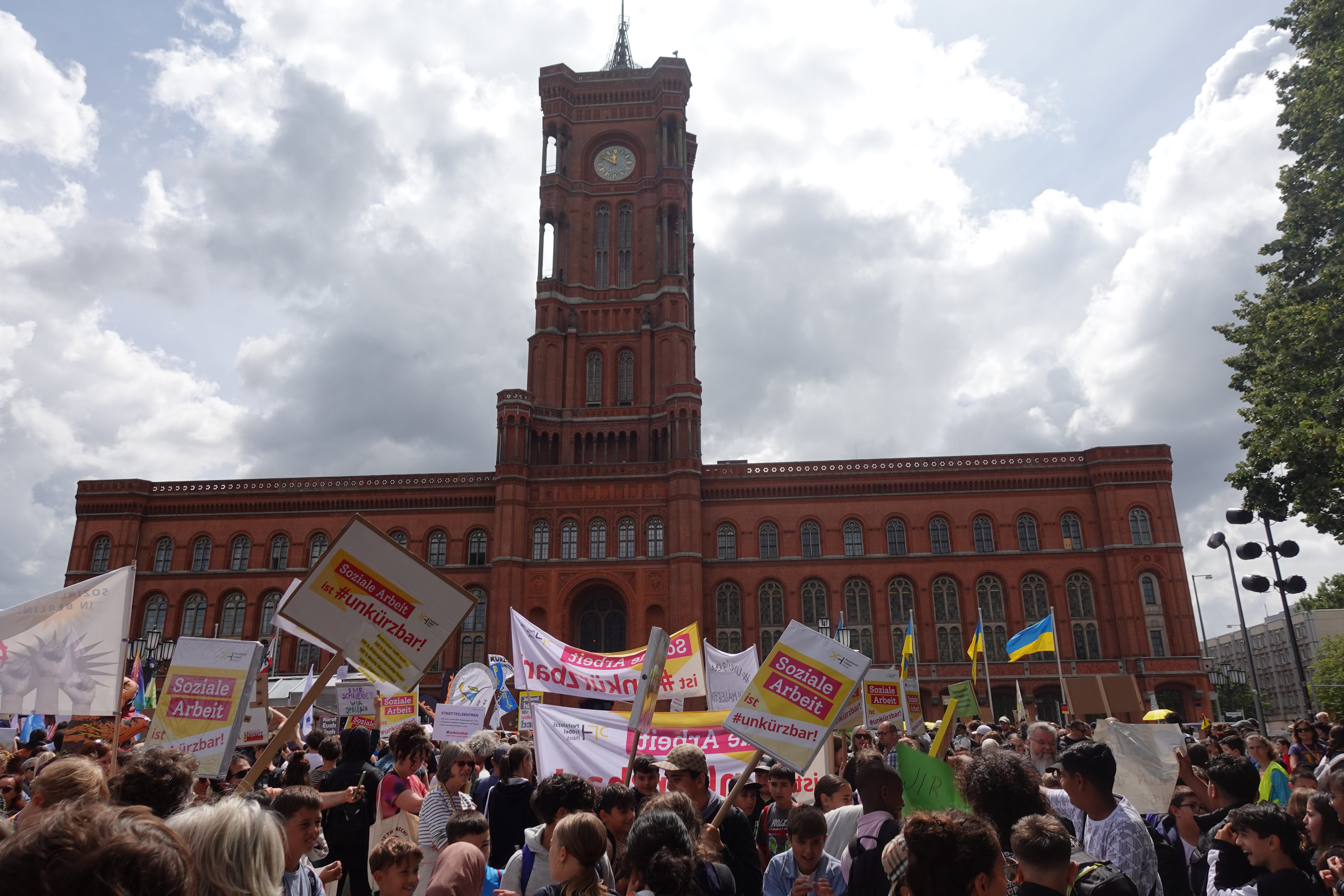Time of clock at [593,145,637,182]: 11:50
